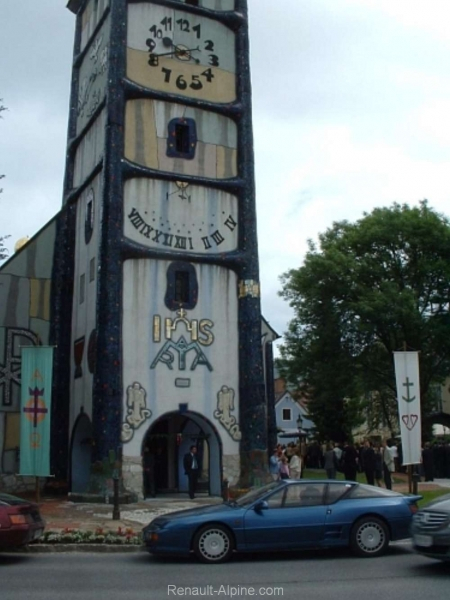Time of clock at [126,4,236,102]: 9:41
